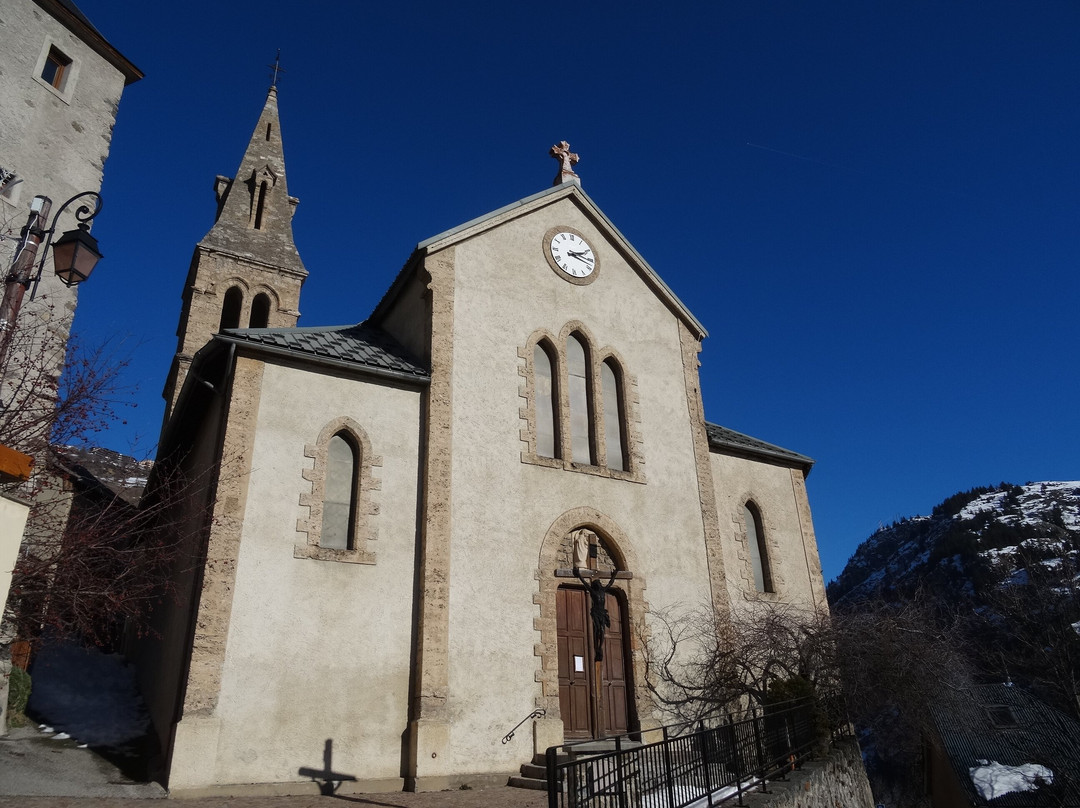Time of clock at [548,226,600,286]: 2:17
